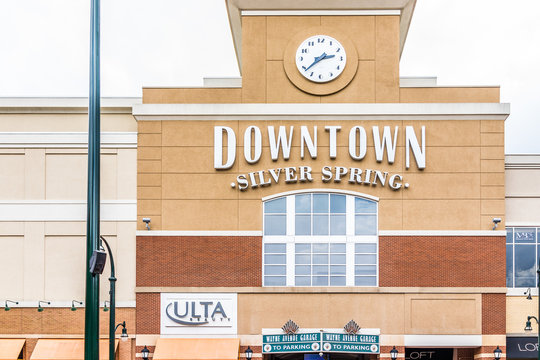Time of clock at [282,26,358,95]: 2:38
